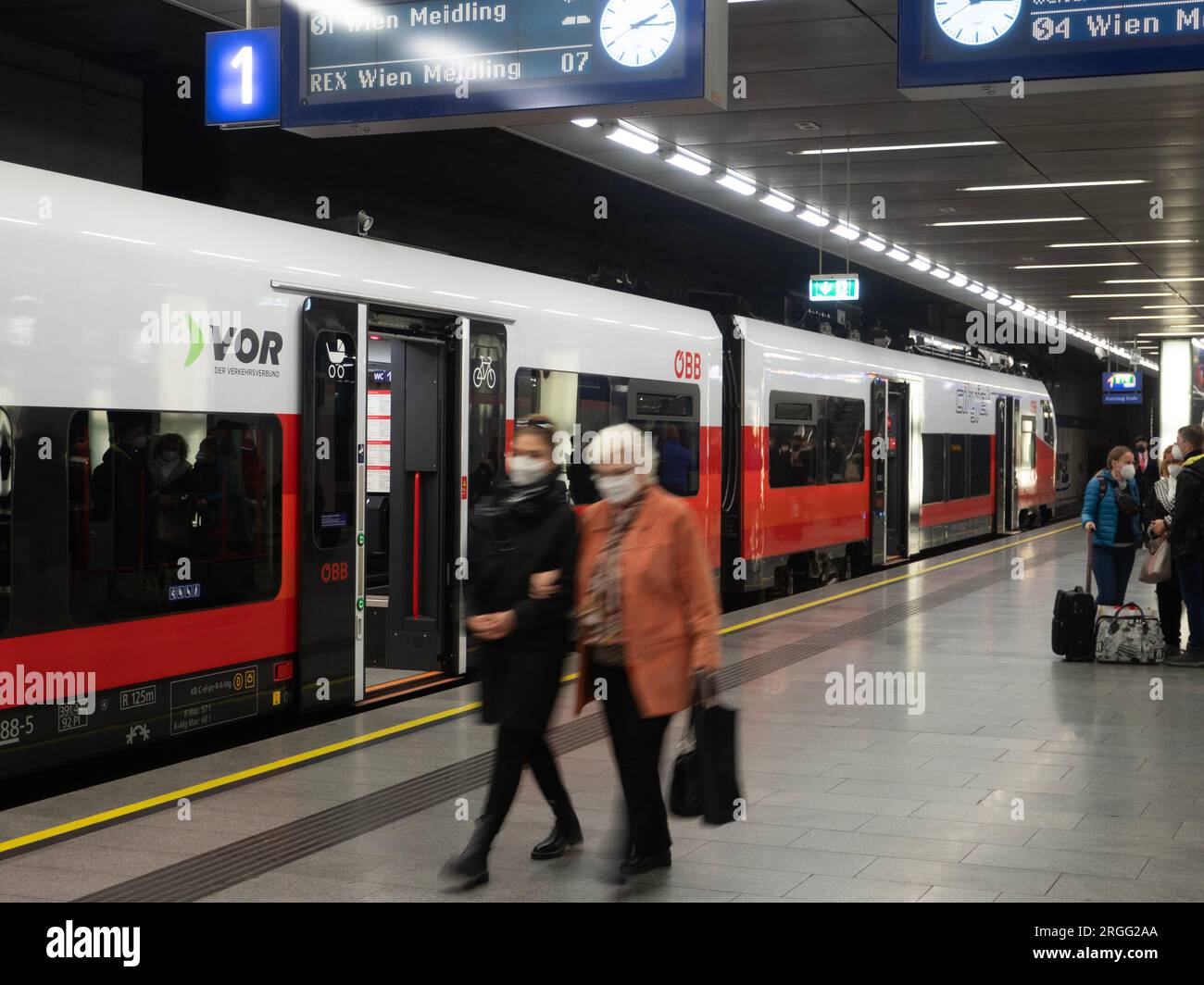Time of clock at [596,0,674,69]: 2:15
